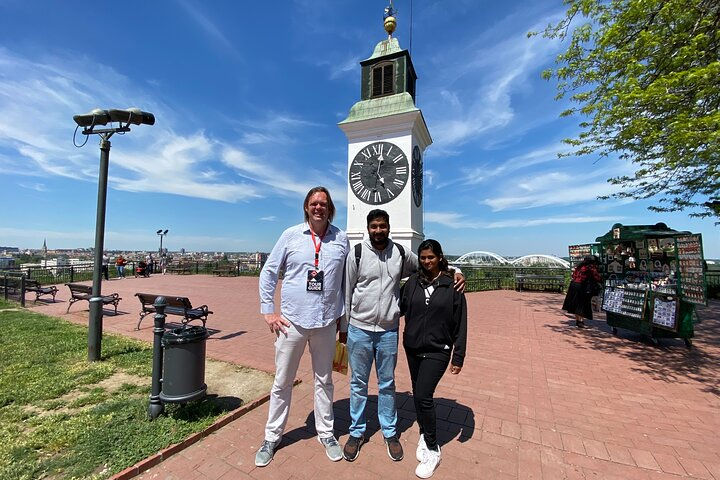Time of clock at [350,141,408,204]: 5:02
